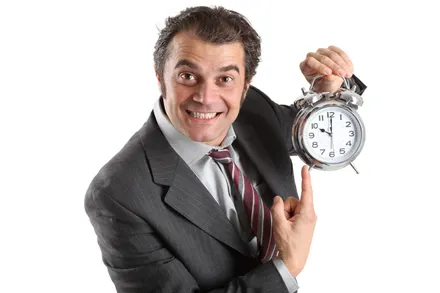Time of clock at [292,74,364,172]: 10:00
